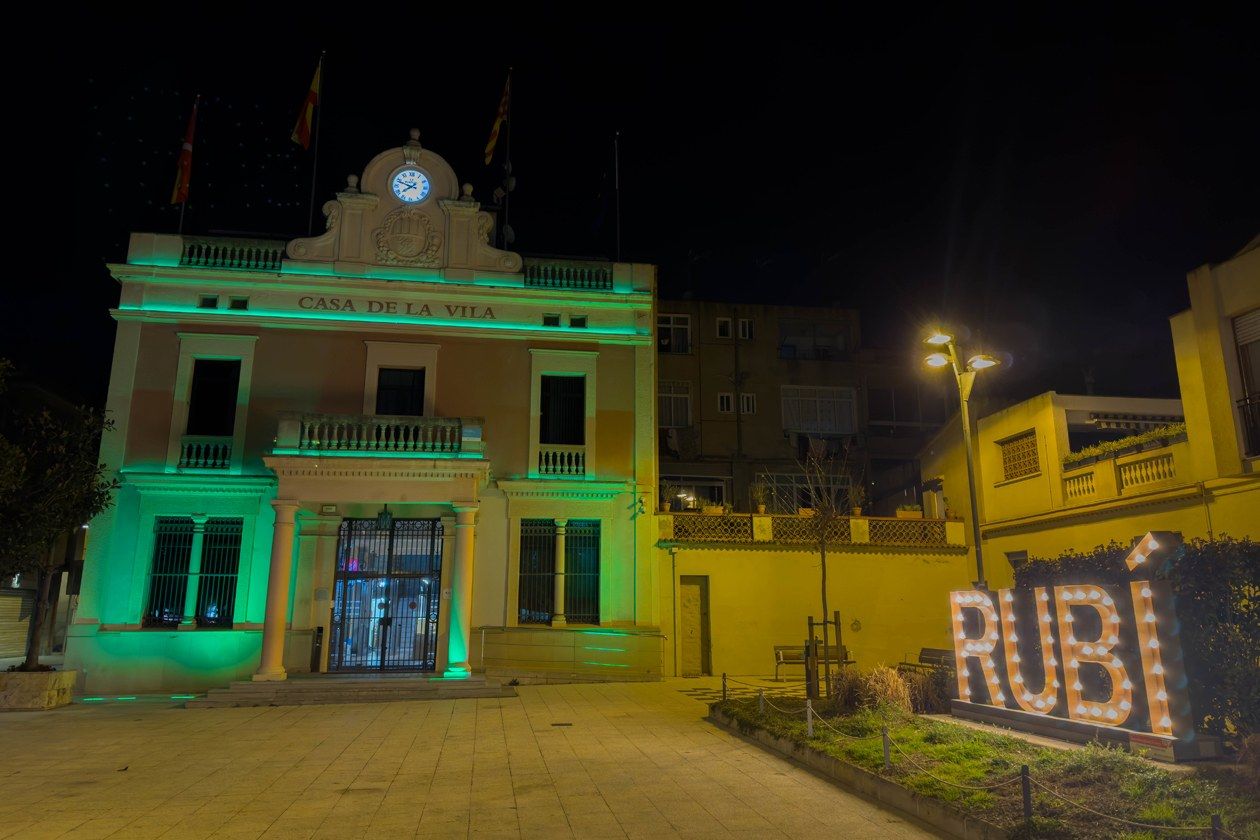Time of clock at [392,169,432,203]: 7:48
